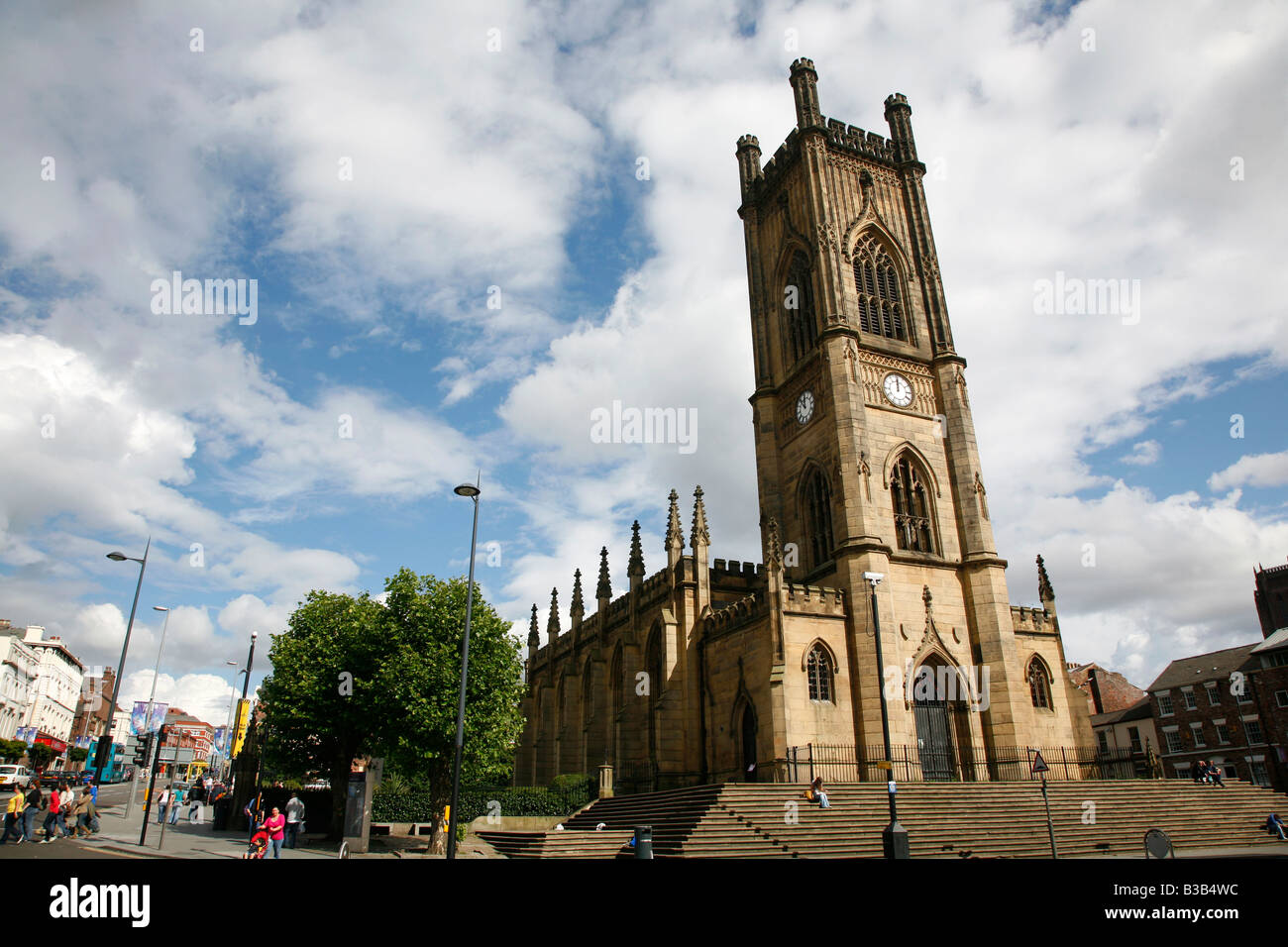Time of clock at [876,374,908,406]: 12:00
